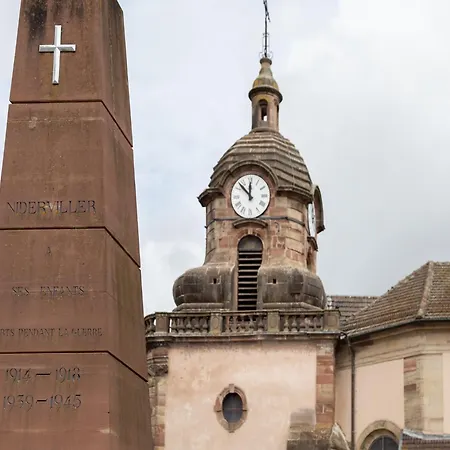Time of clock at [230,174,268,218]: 11:52
